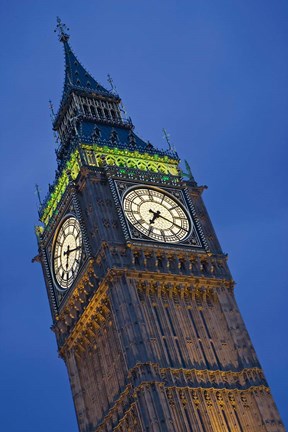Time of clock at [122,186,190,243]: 7:19
